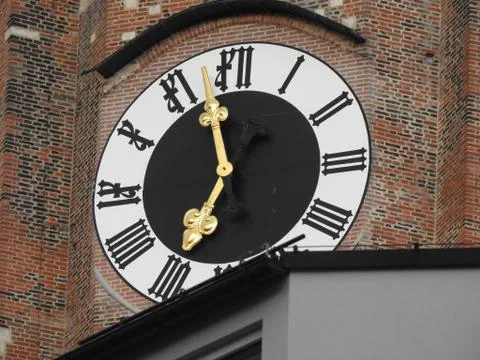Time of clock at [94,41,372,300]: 6:58
